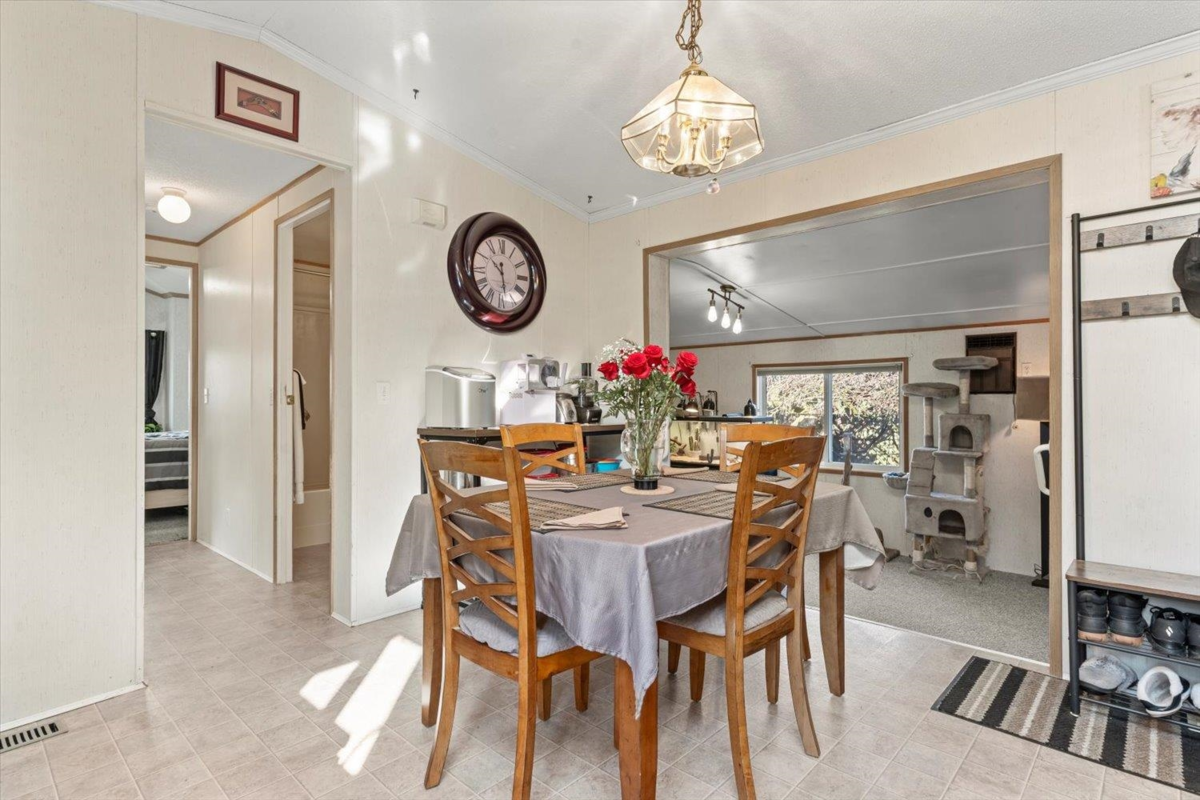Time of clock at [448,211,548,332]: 10:28
